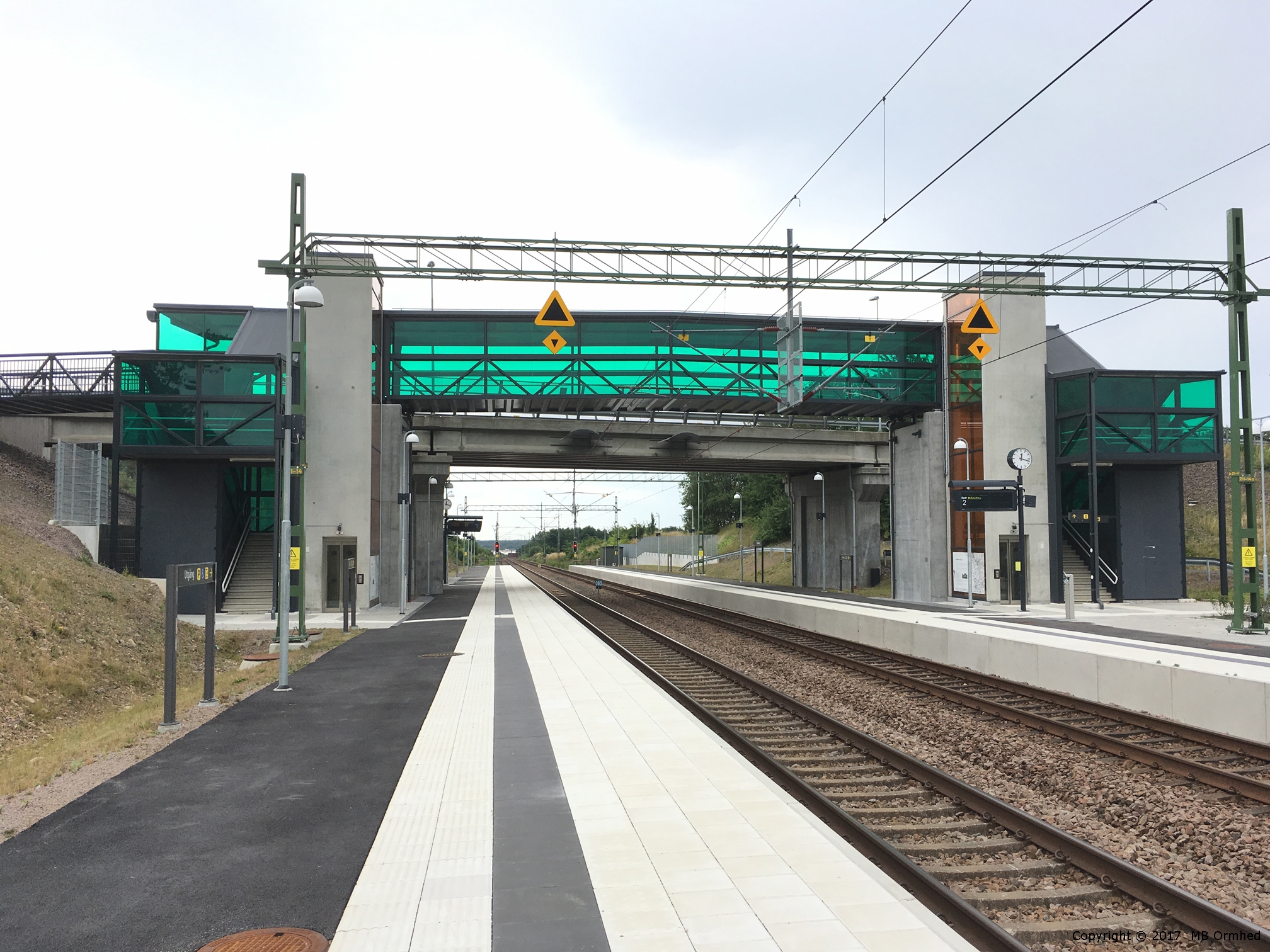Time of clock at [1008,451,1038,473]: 12:17
